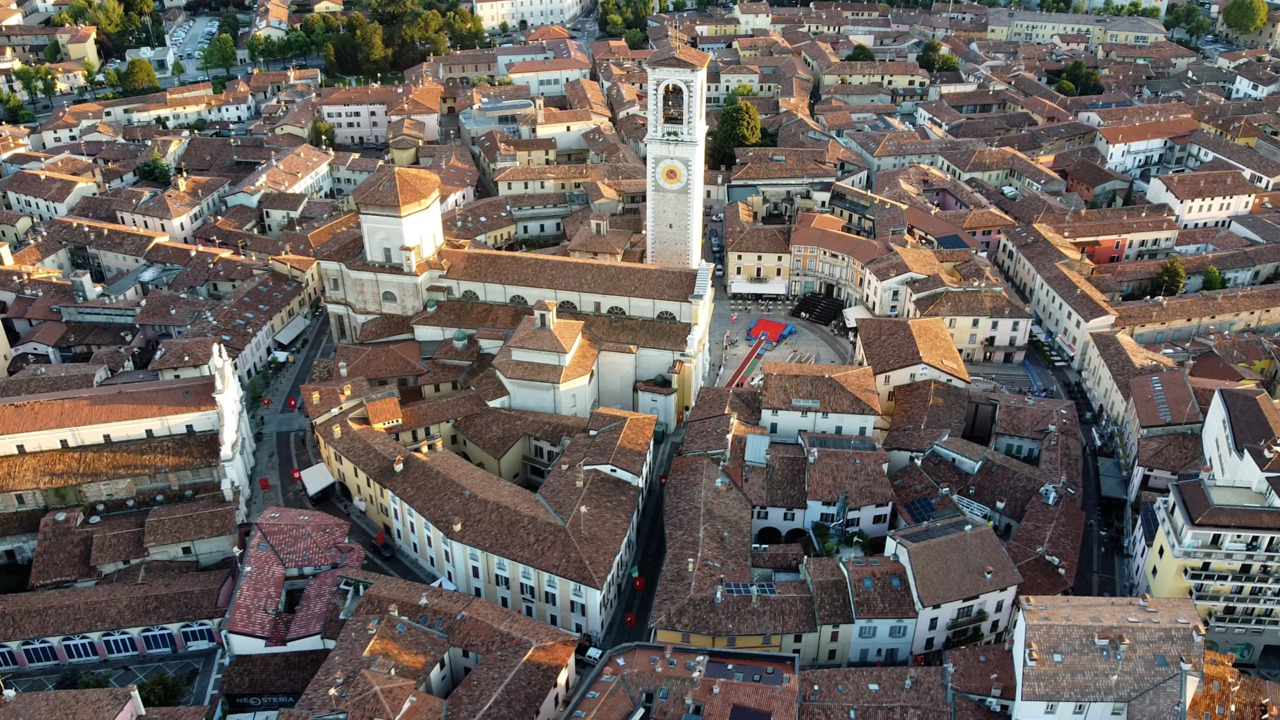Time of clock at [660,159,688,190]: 7:21
